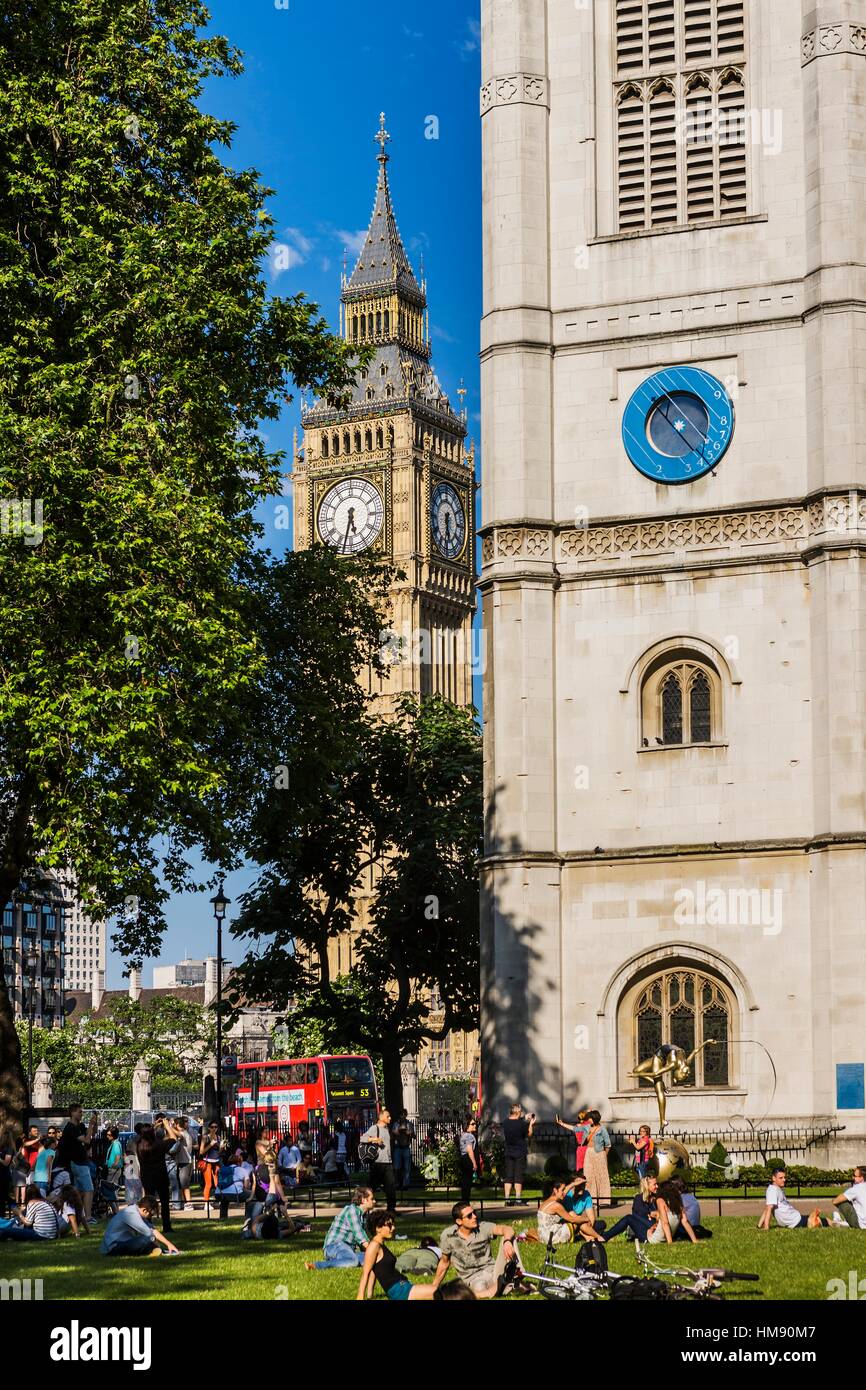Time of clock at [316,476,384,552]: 5:32
